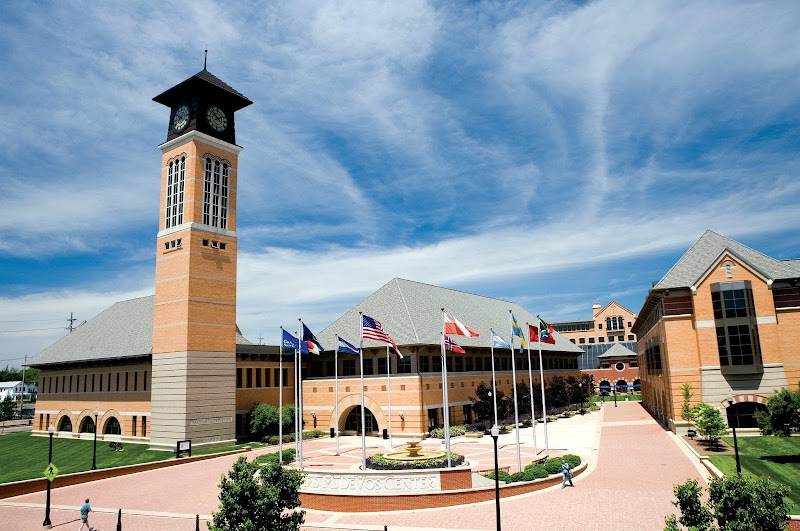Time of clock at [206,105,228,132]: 1:51
